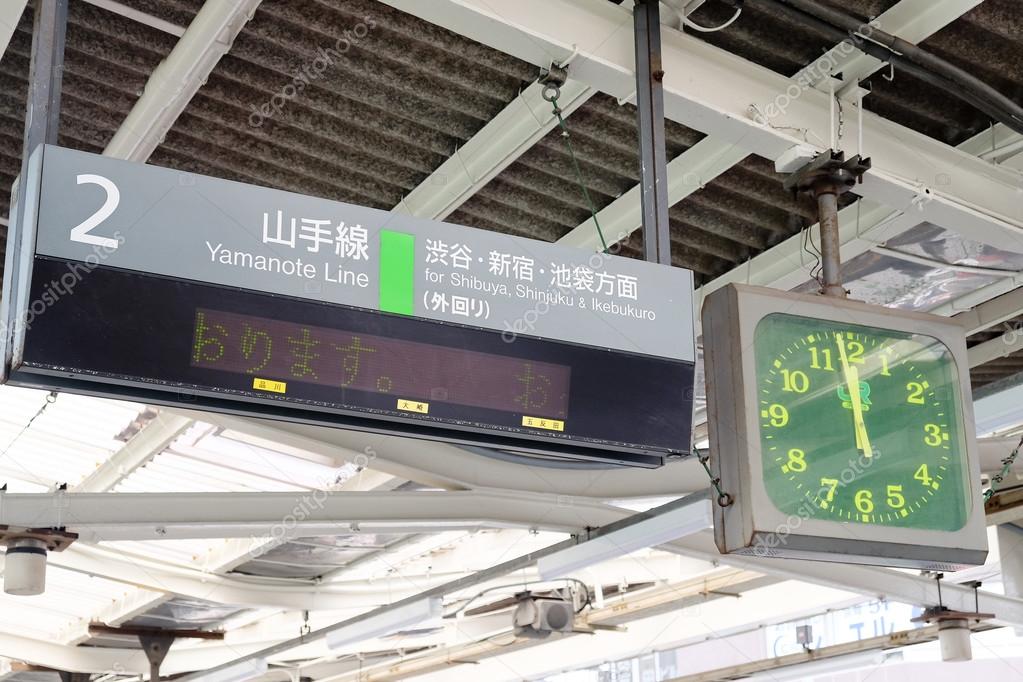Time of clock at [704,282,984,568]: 11:58
